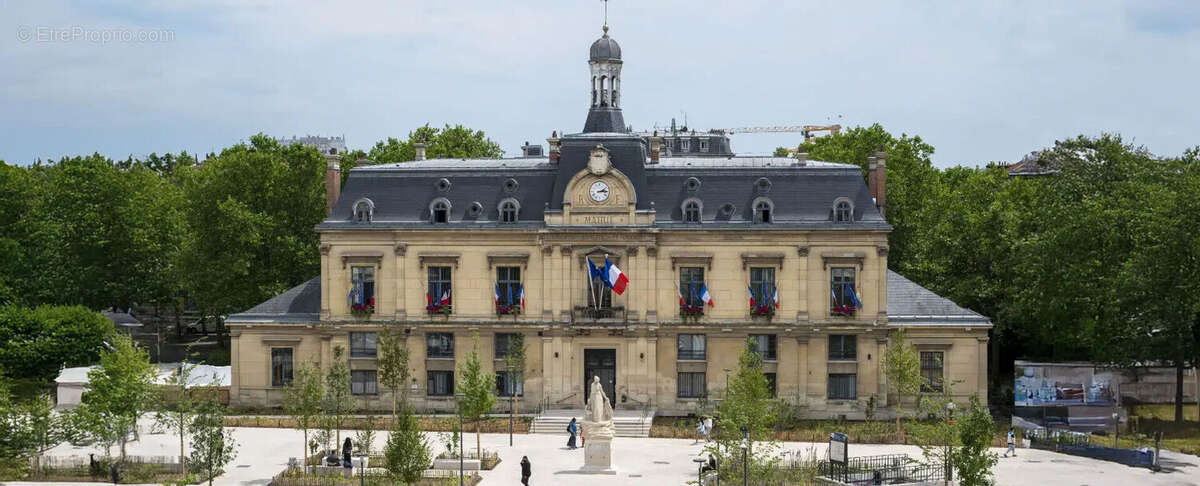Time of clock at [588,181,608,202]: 2:14
